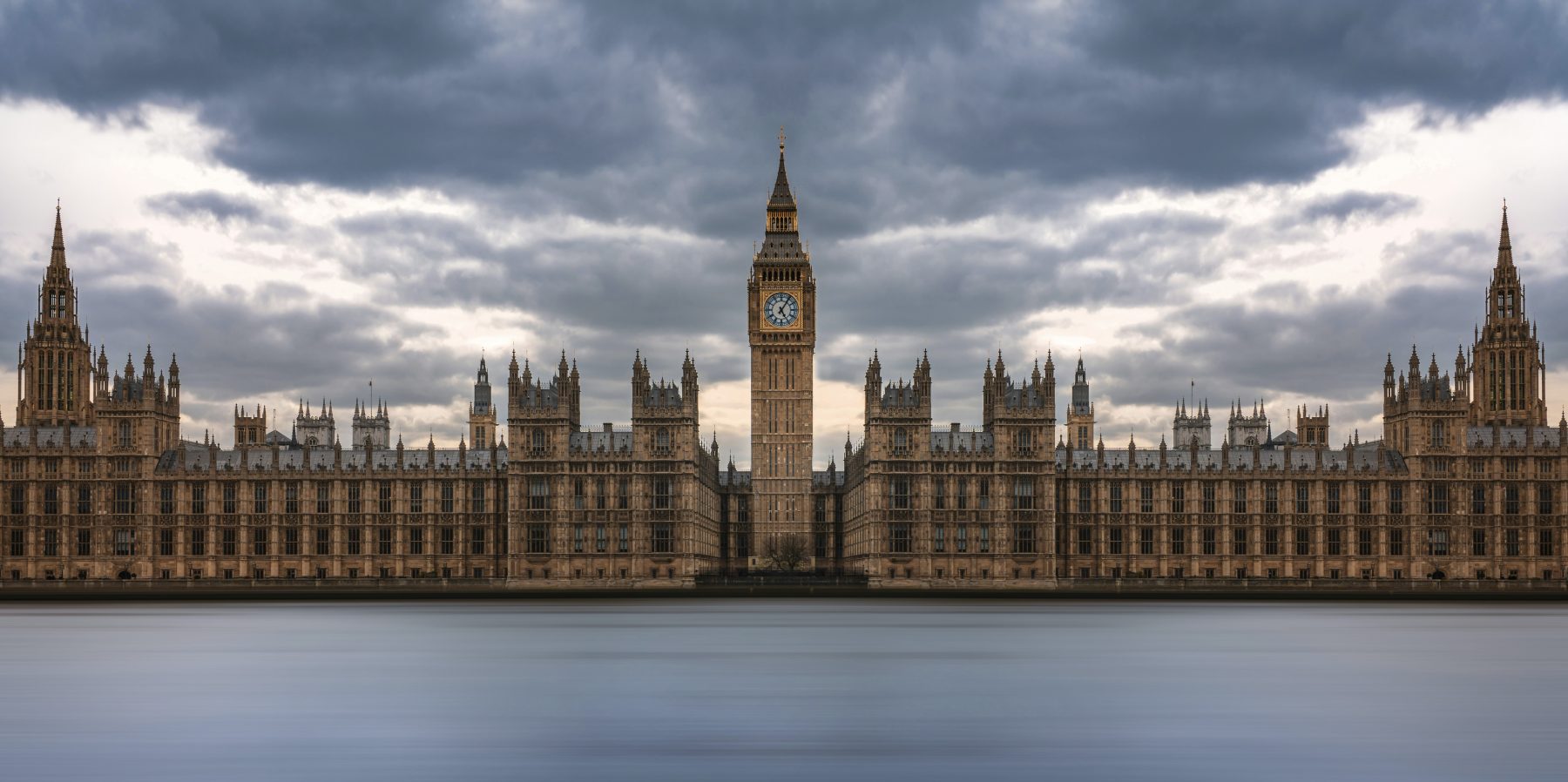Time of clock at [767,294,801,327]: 5:05
